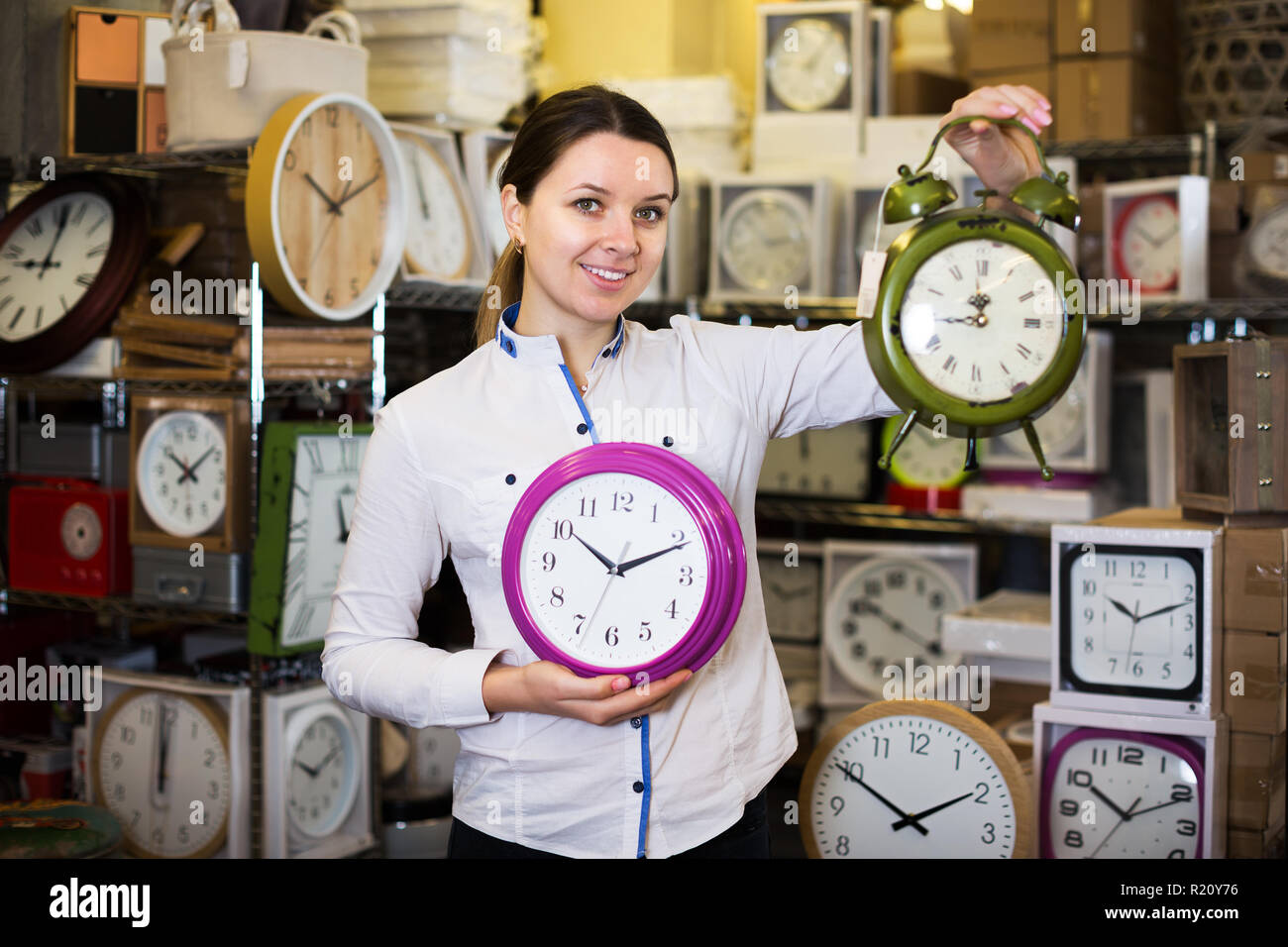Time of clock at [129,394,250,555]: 10:08
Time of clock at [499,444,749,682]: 10:10
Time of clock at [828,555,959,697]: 10:21
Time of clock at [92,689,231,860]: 11:59
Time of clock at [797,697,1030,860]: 1:50
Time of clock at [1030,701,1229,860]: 10:11
